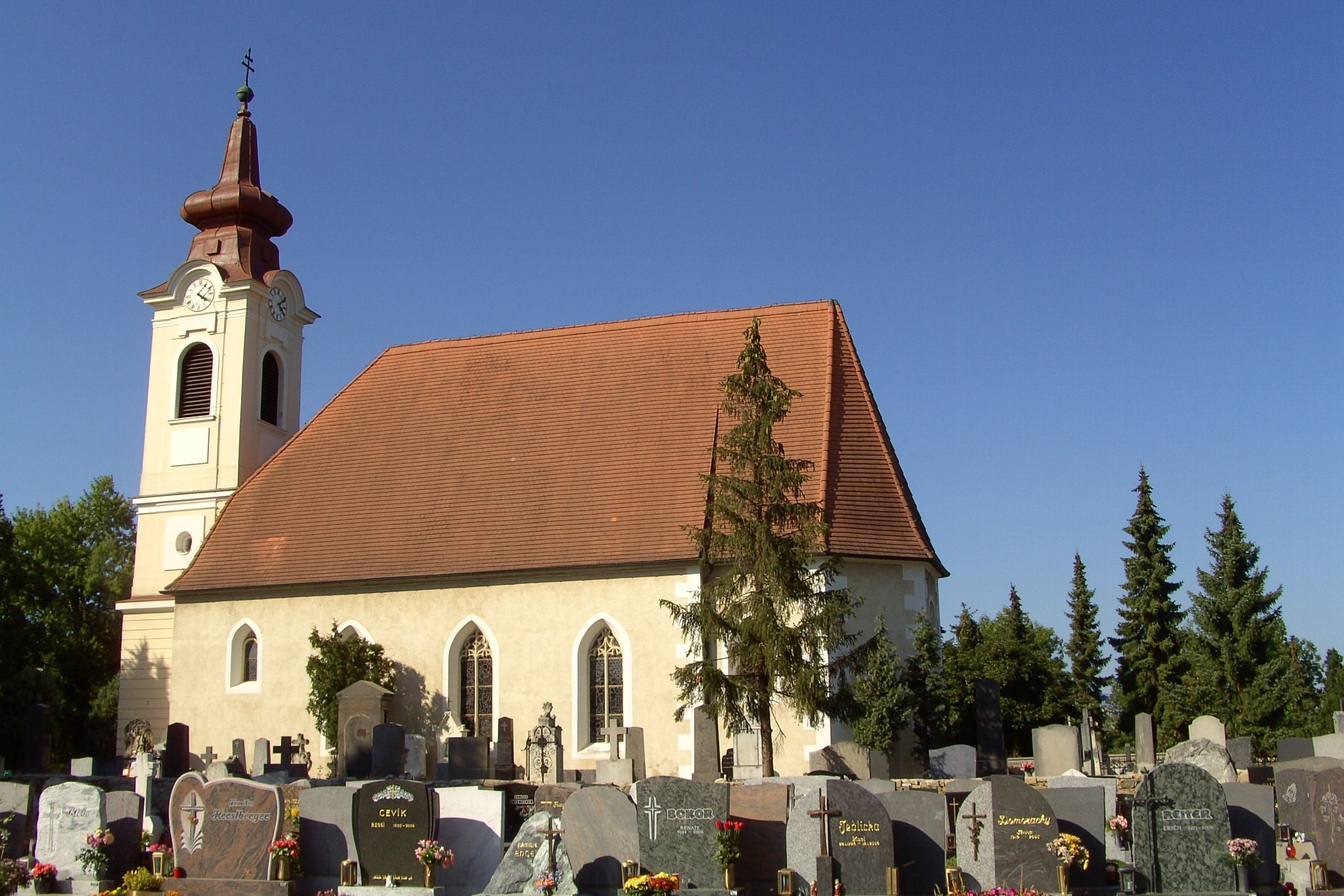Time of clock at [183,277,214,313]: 4:06
